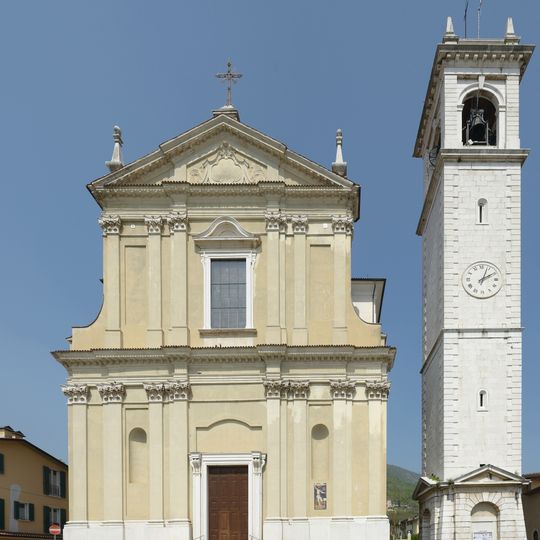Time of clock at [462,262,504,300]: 2:03
